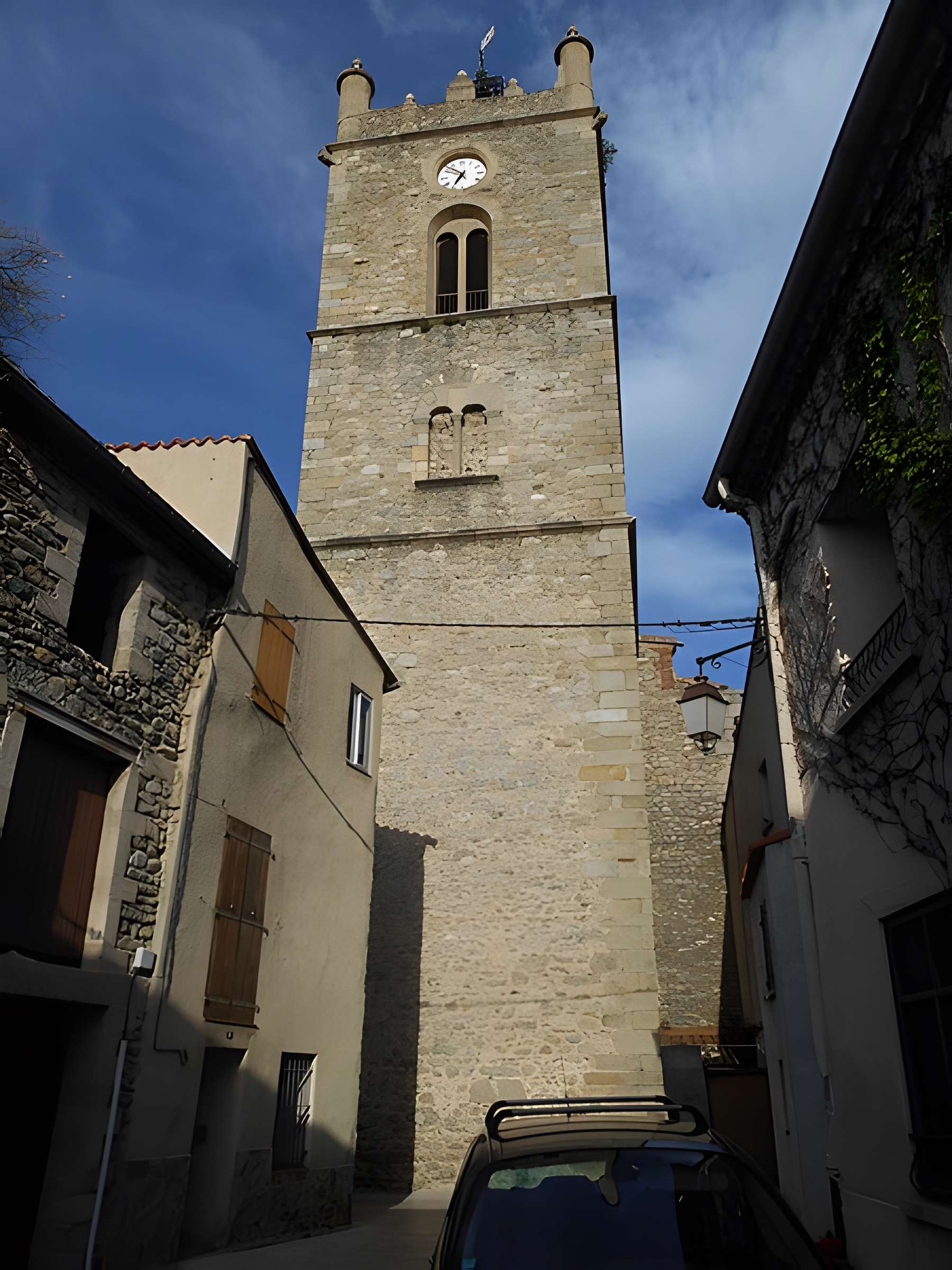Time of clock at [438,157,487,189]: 6:50
